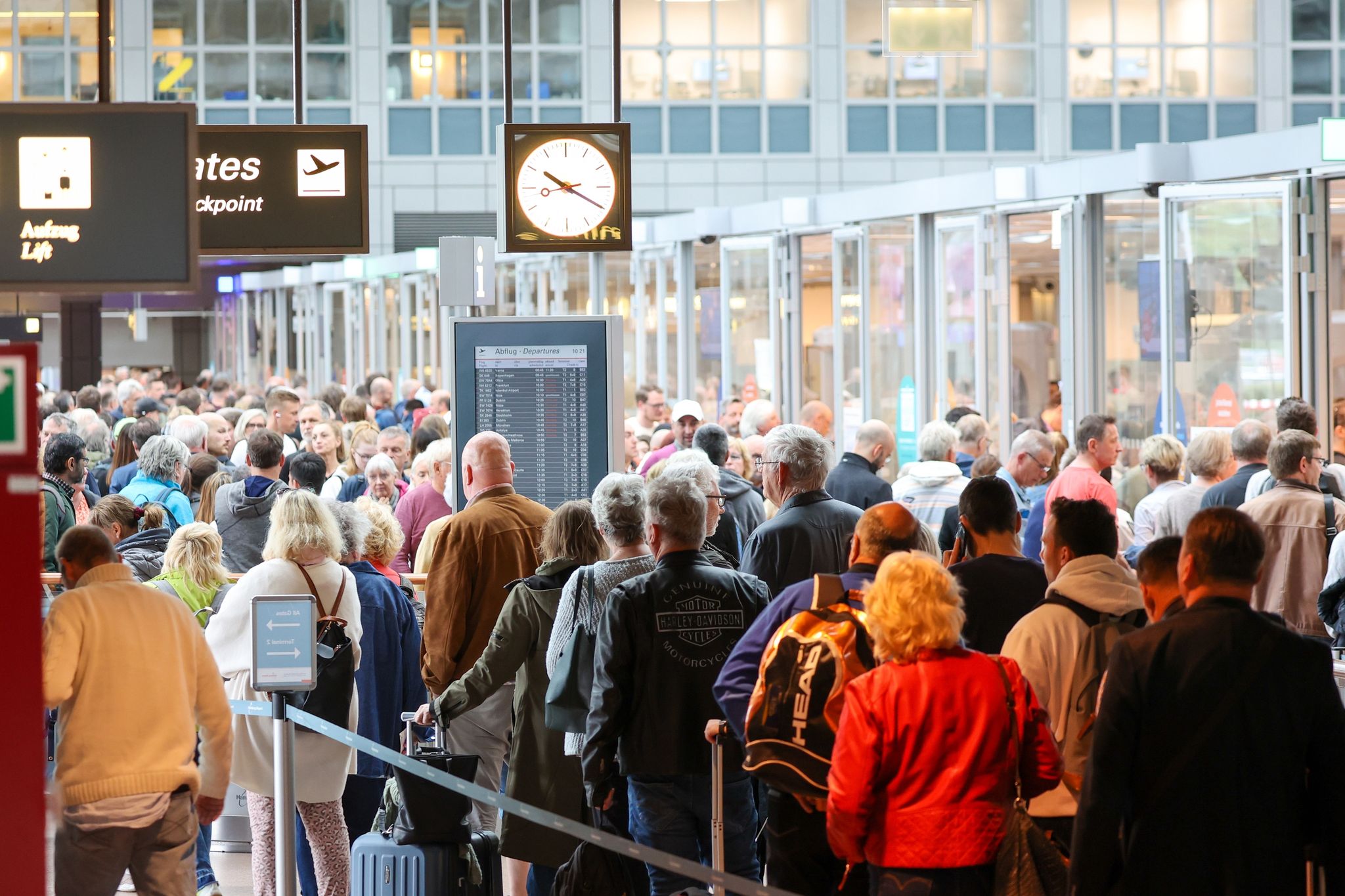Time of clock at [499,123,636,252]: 10:19
